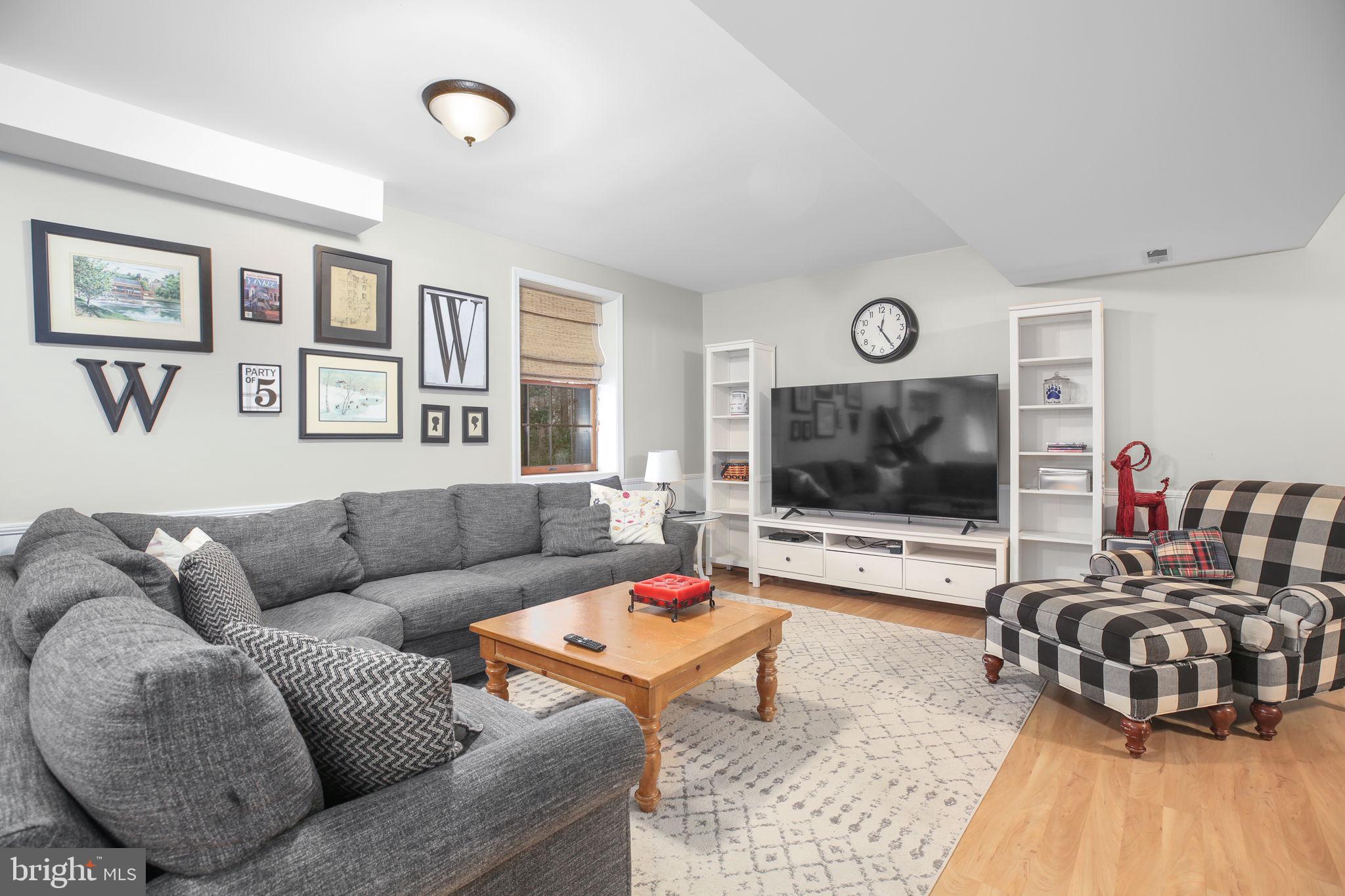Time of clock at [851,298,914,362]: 12:24
